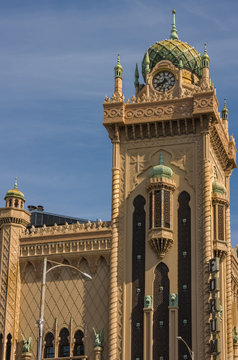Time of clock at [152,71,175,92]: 6:40
